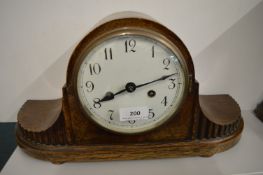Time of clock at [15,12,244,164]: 8:12
